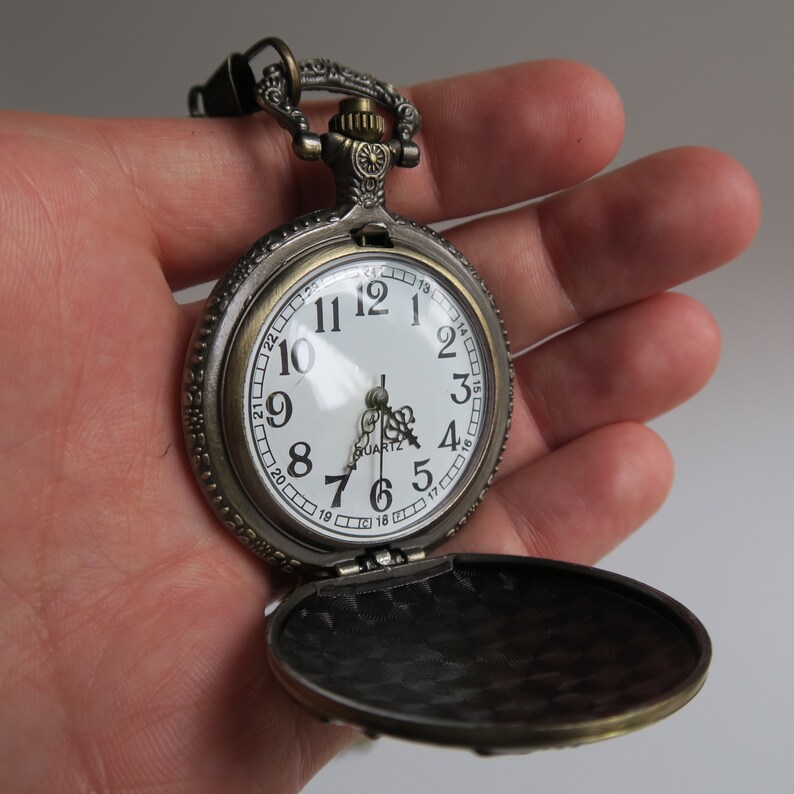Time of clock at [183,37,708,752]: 4:34
